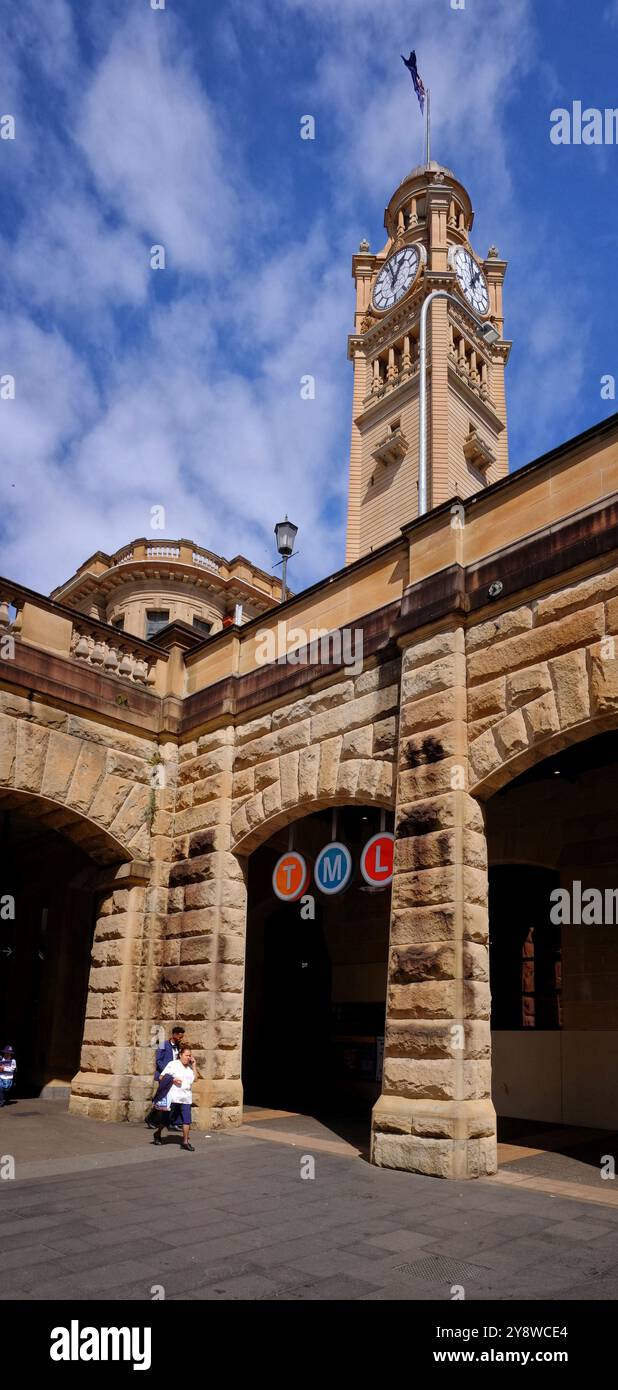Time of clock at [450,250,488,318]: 12:07
